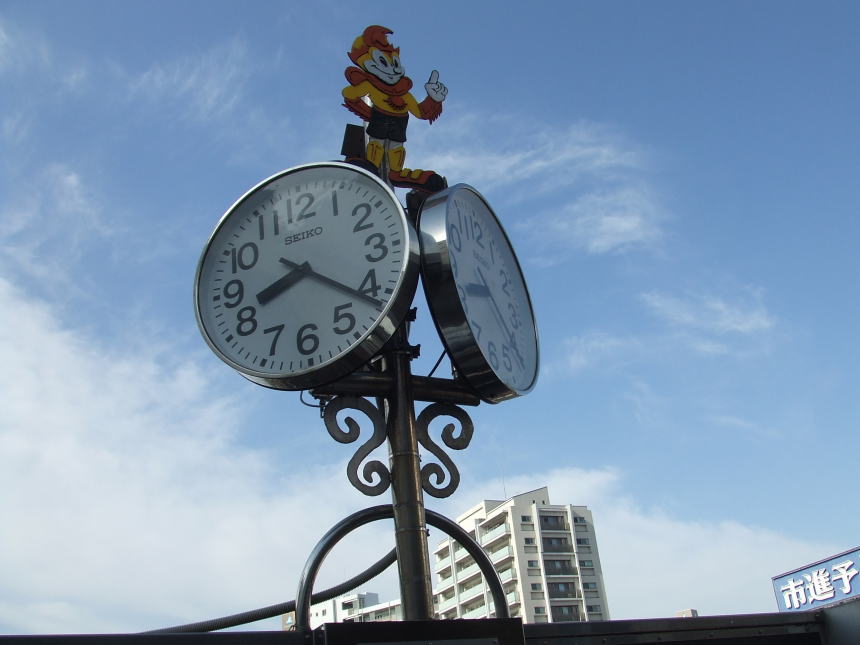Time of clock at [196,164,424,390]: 8:21
